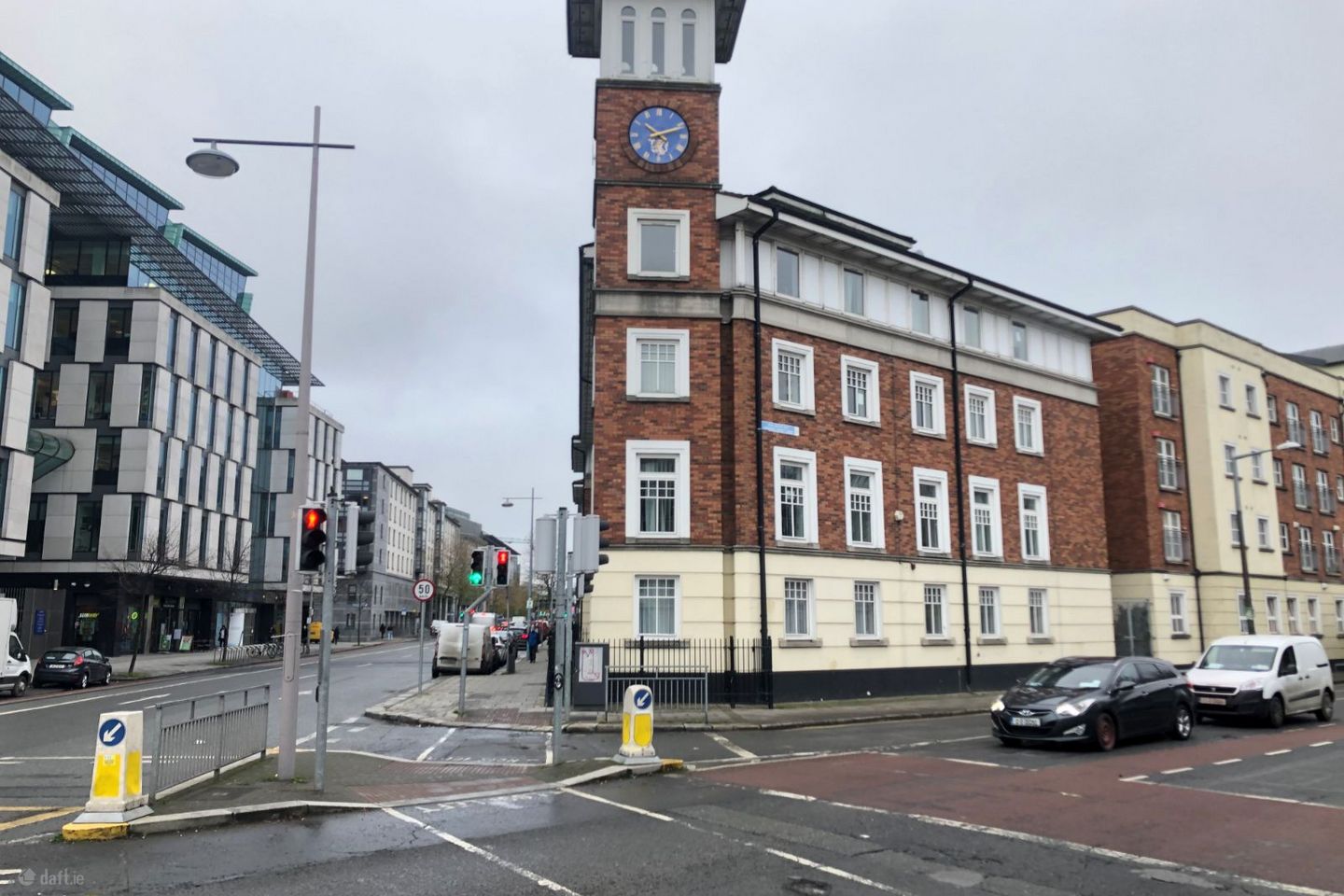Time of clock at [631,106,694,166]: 10:11
